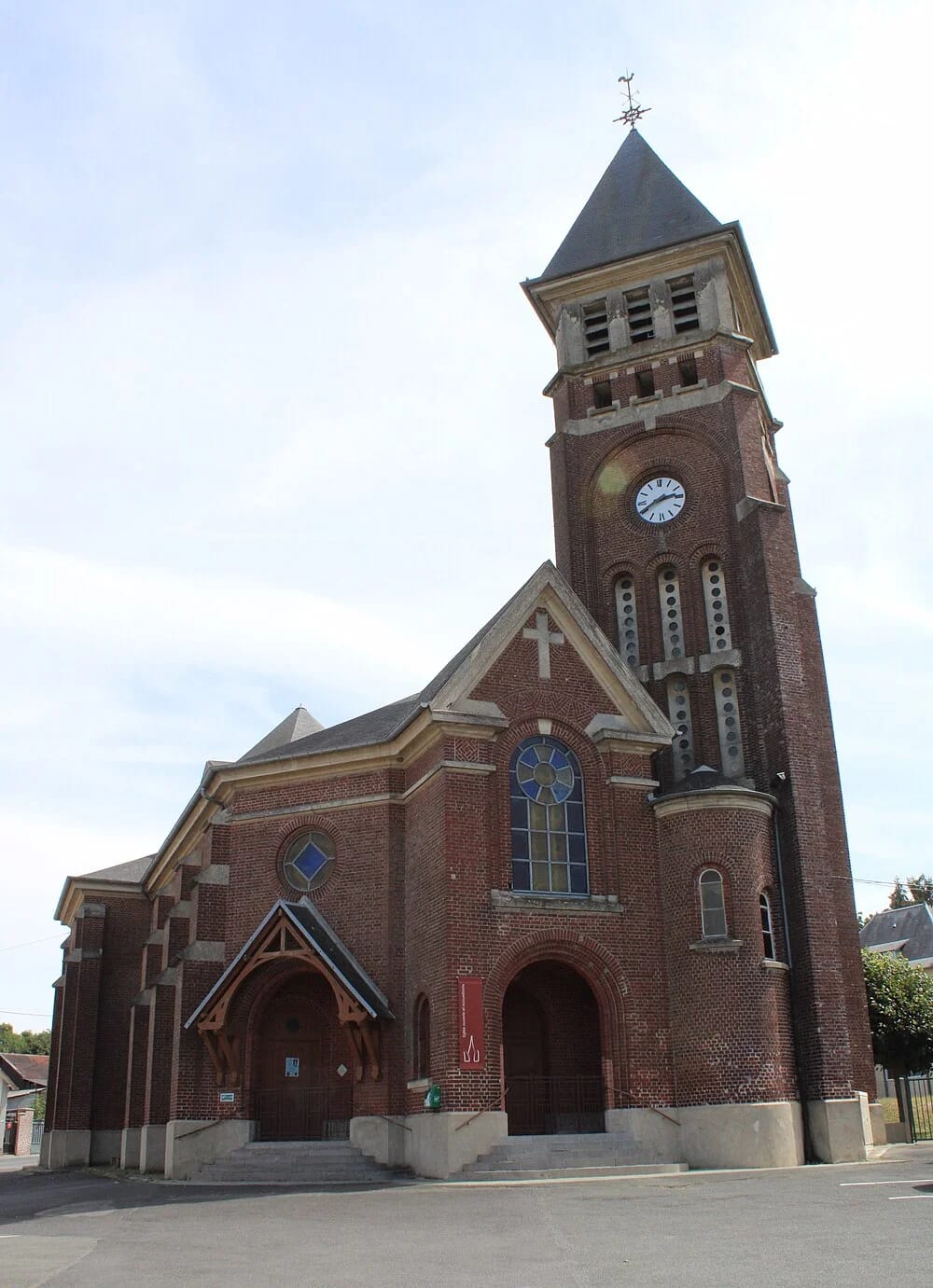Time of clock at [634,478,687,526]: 2:40
